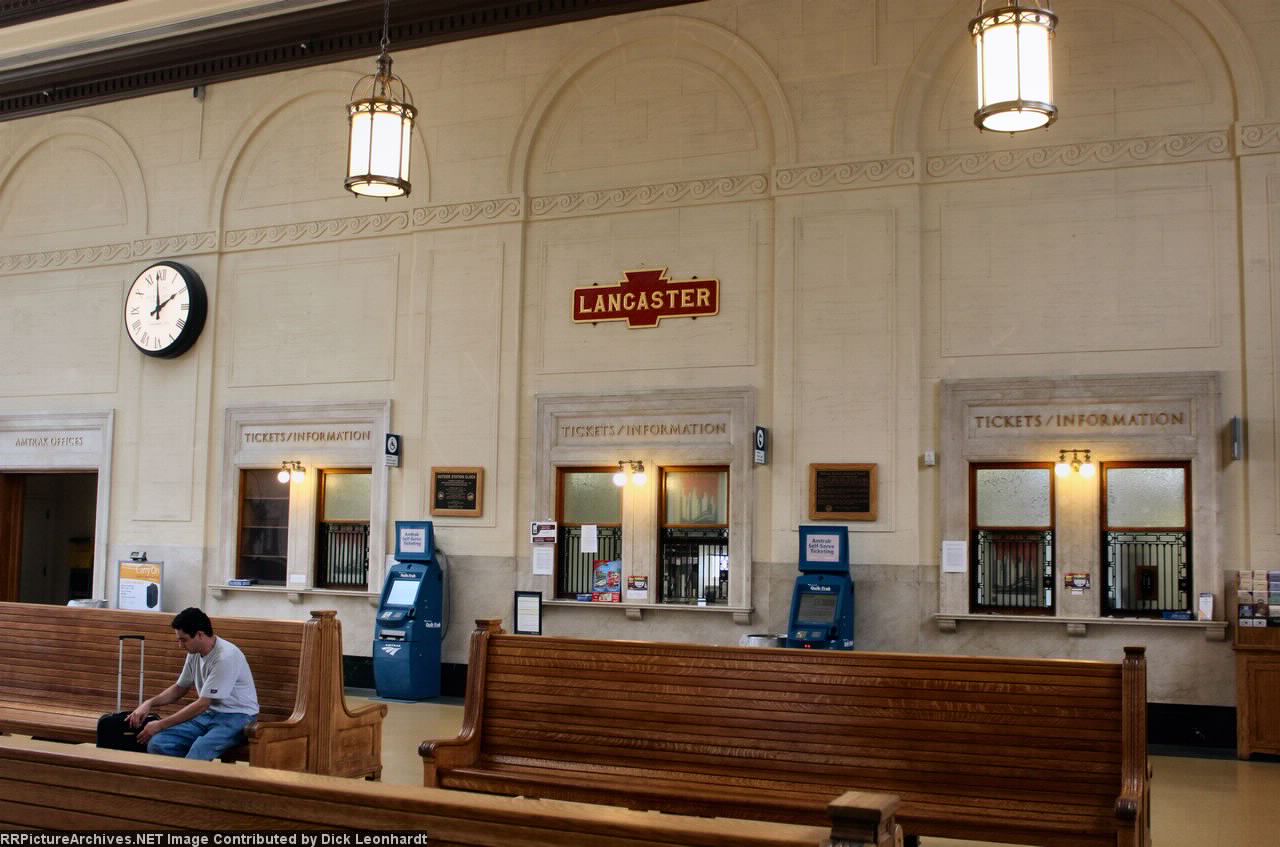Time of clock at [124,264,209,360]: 1:59
